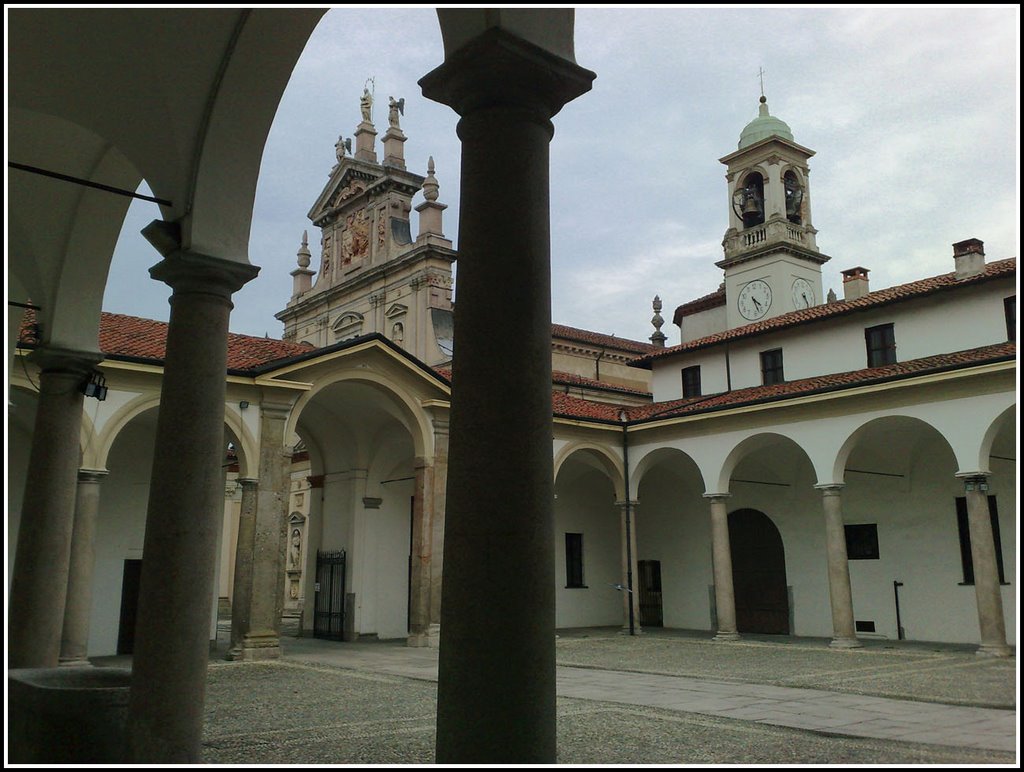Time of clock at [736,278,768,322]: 4:26
